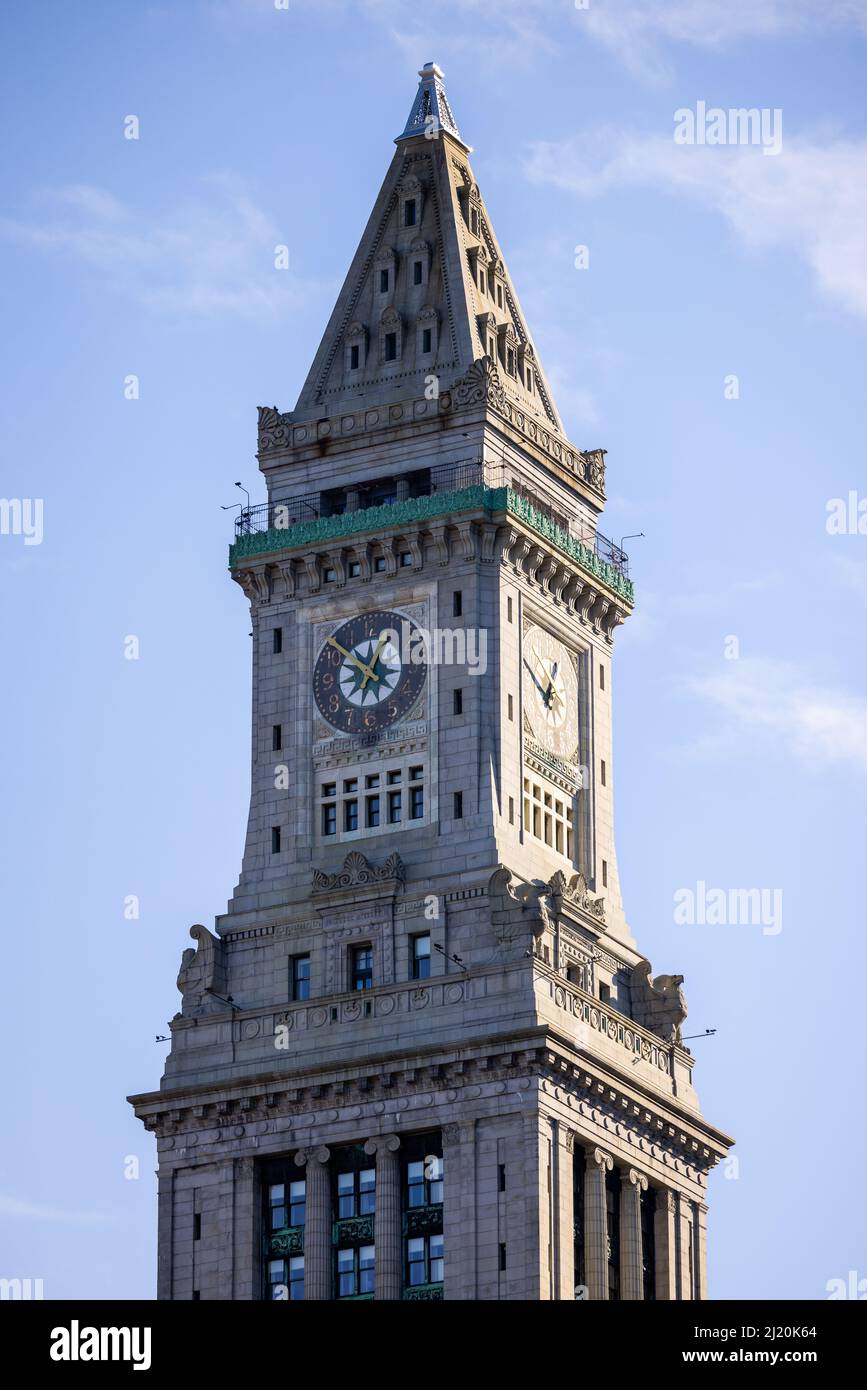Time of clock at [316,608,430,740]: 12:52
